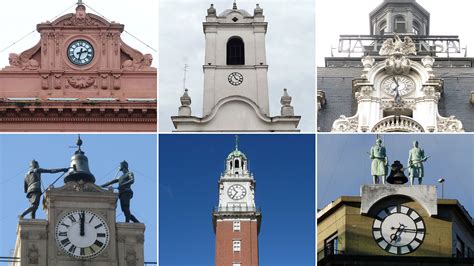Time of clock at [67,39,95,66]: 2:32
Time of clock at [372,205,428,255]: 7:15
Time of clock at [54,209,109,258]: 12:00
